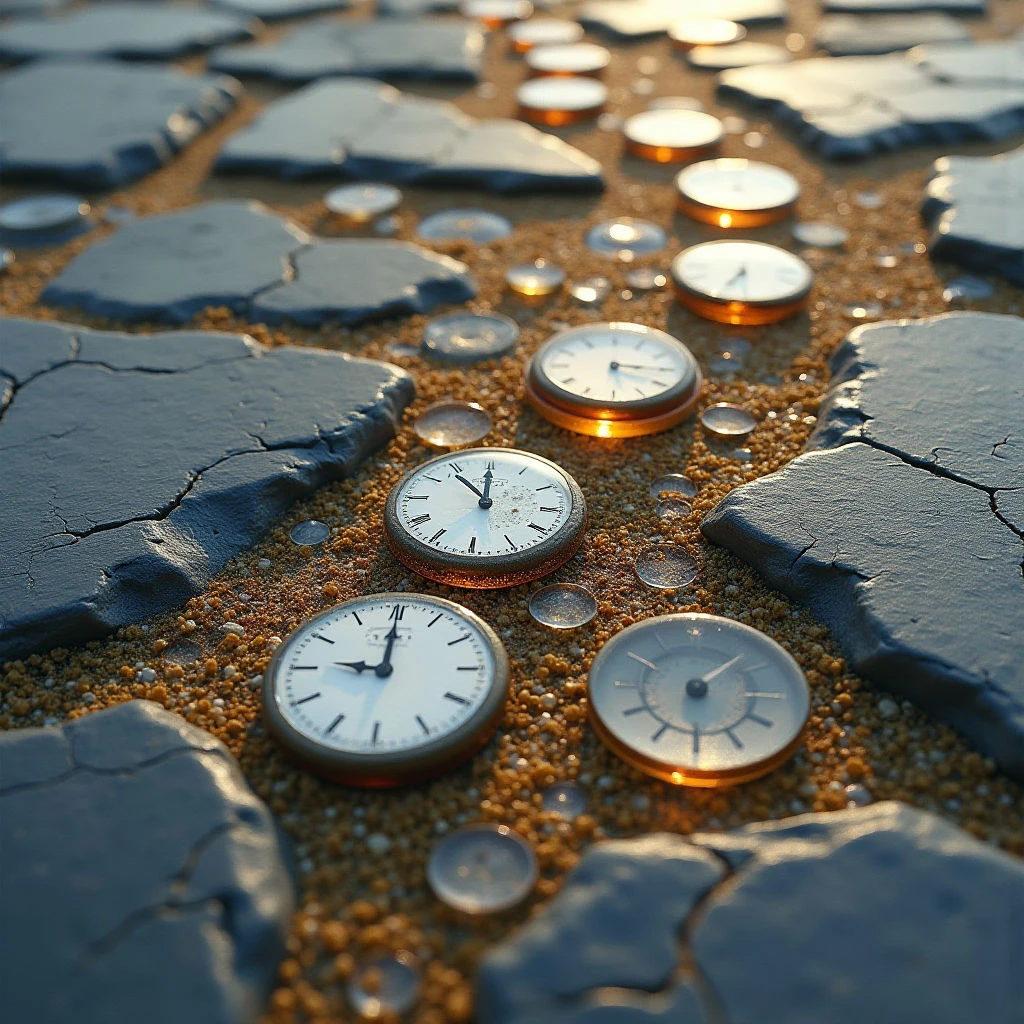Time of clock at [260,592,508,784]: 9:00
